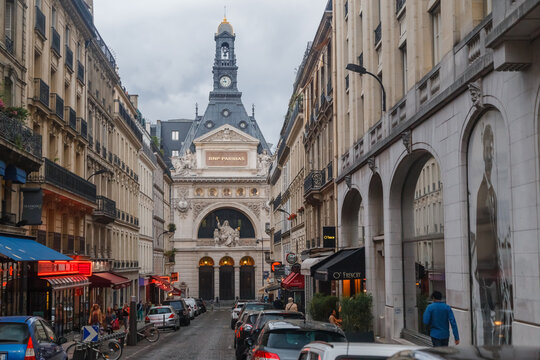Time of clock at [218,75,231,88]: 8:57
